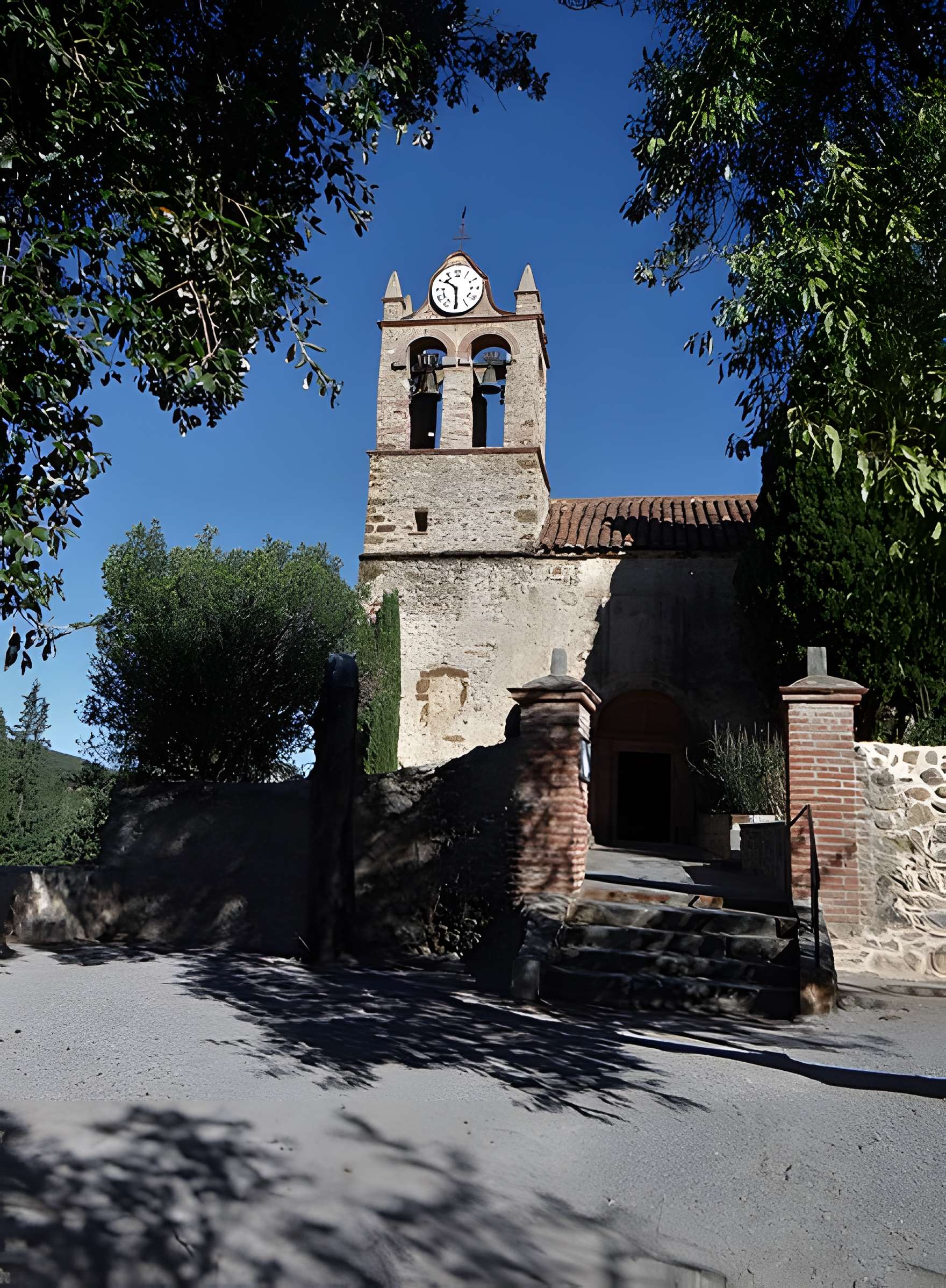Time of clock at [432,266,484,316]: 10:29
